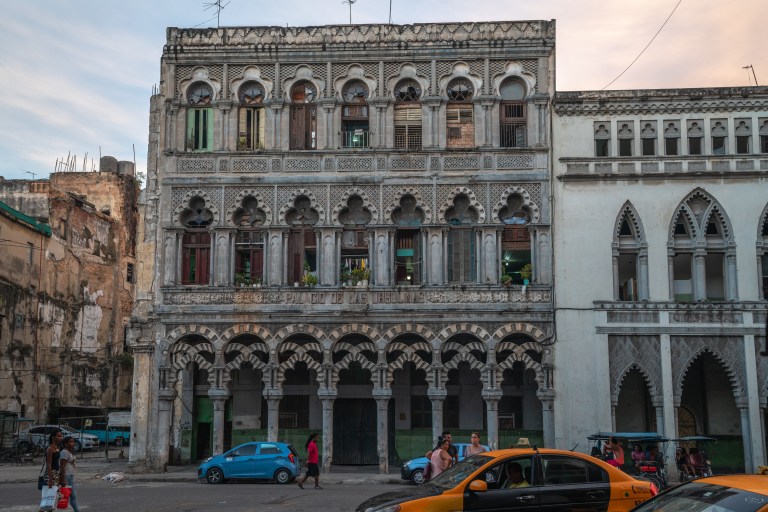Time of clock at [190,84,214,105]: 2:48
